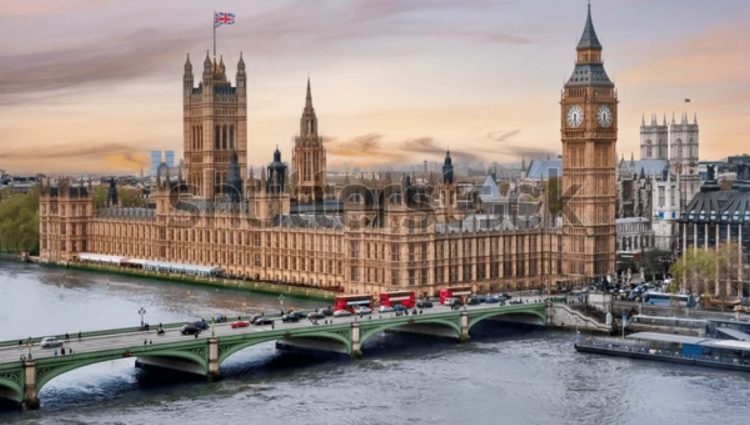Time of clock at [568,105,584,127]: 6:28
